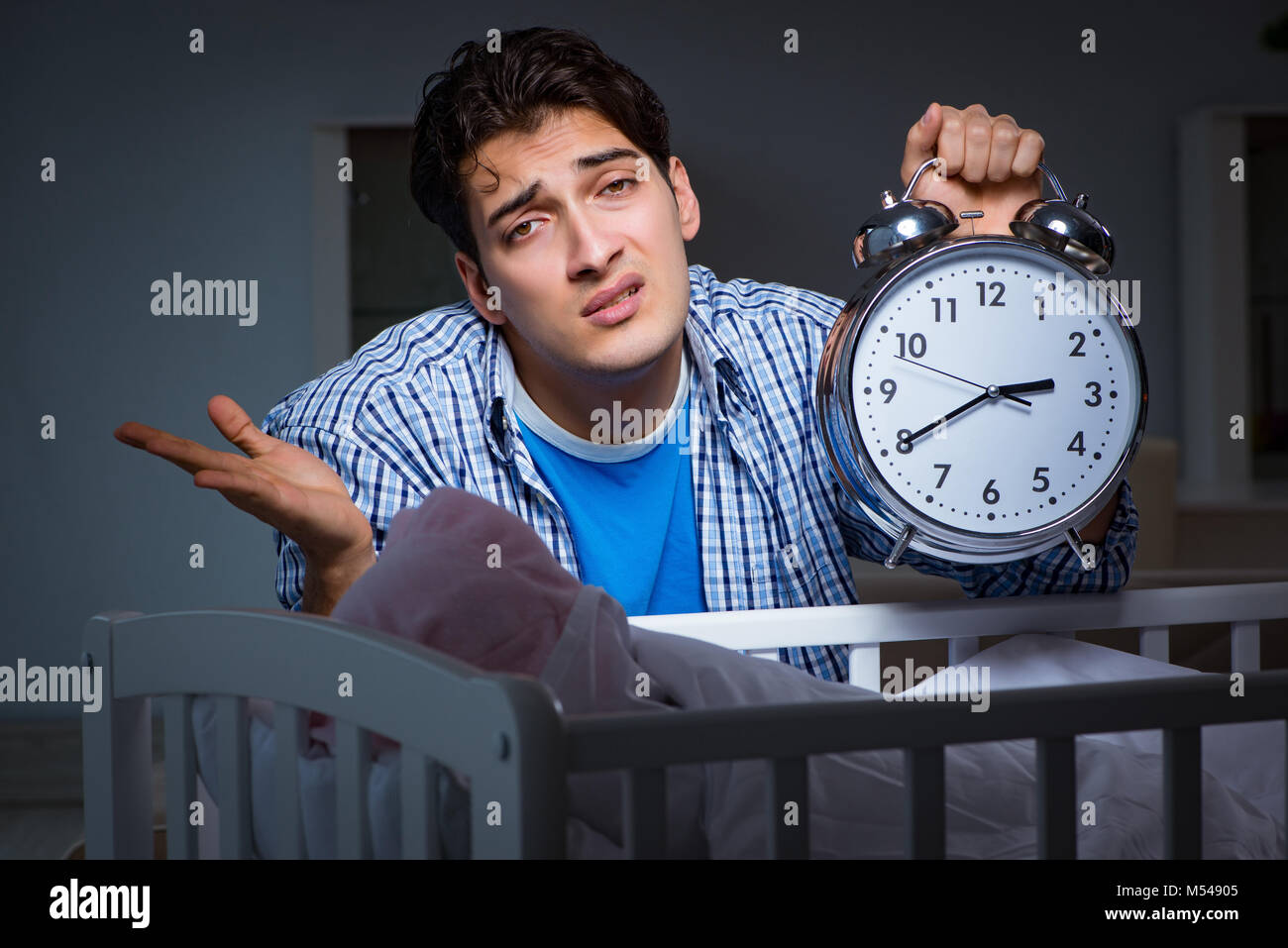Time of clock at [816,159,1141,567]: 2:40
